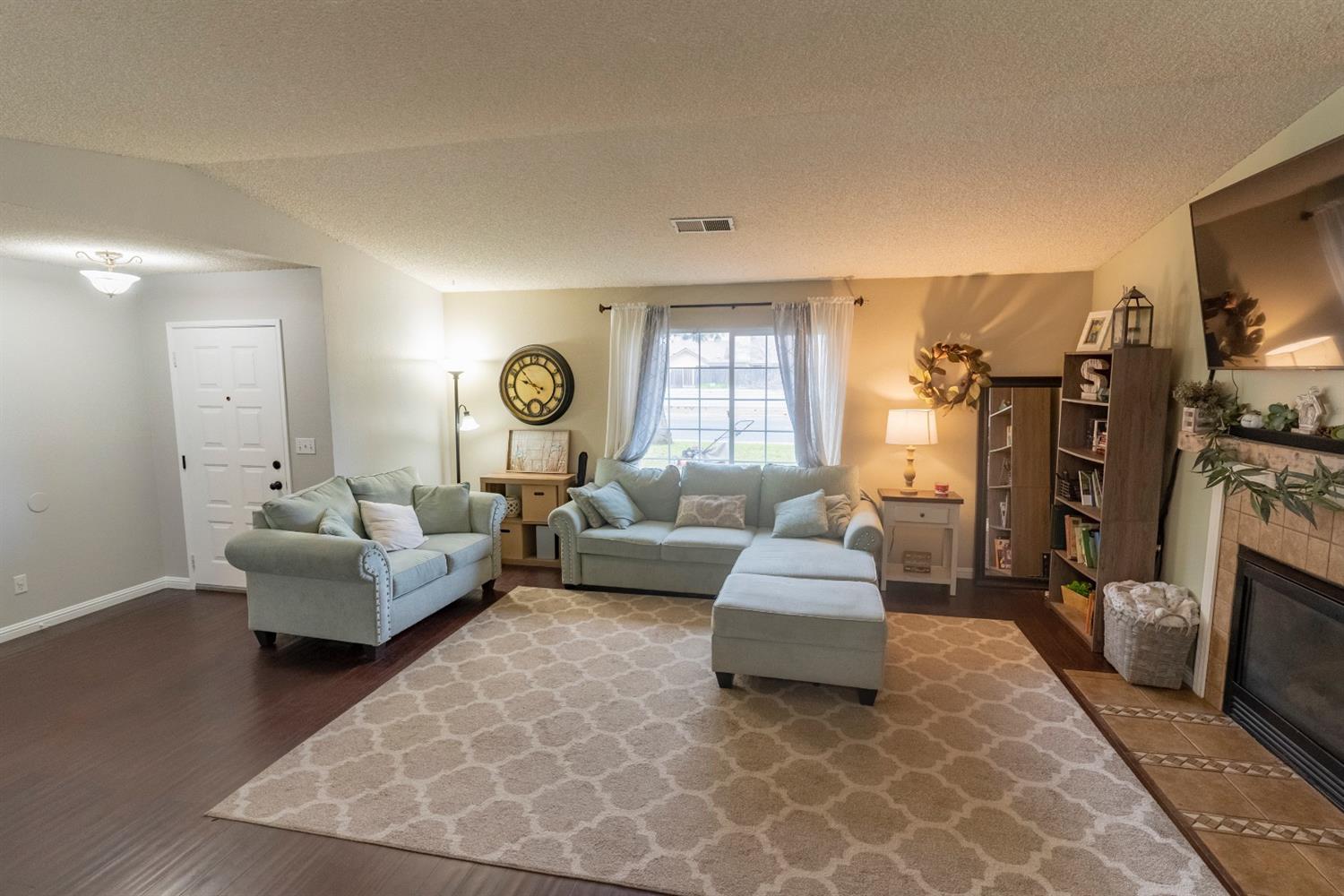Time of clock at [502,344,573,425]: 9:53
